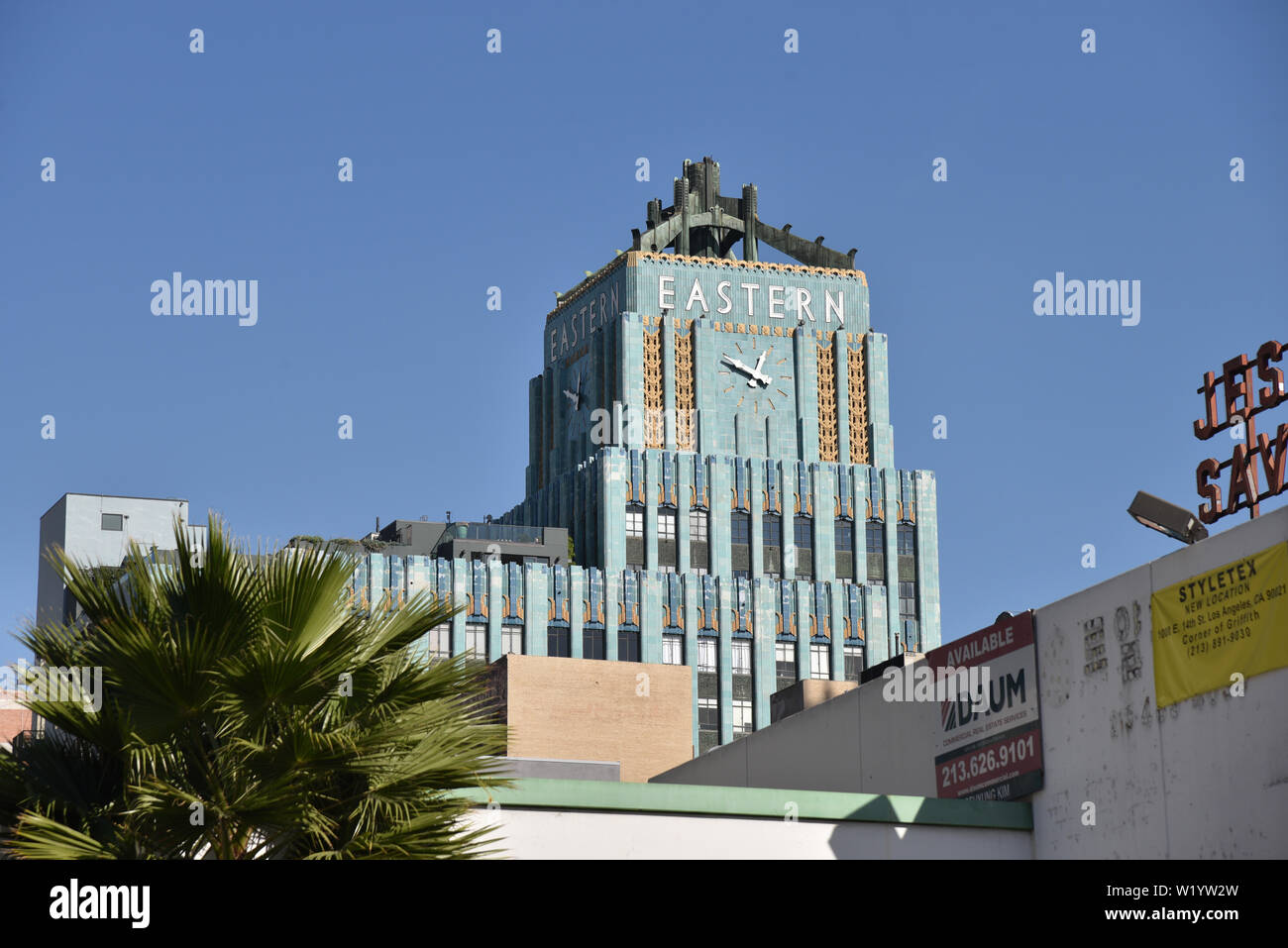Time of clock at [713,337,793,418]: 12:49
